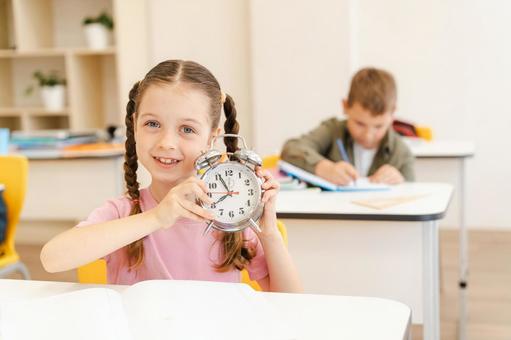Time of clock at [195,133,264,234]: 7:55
